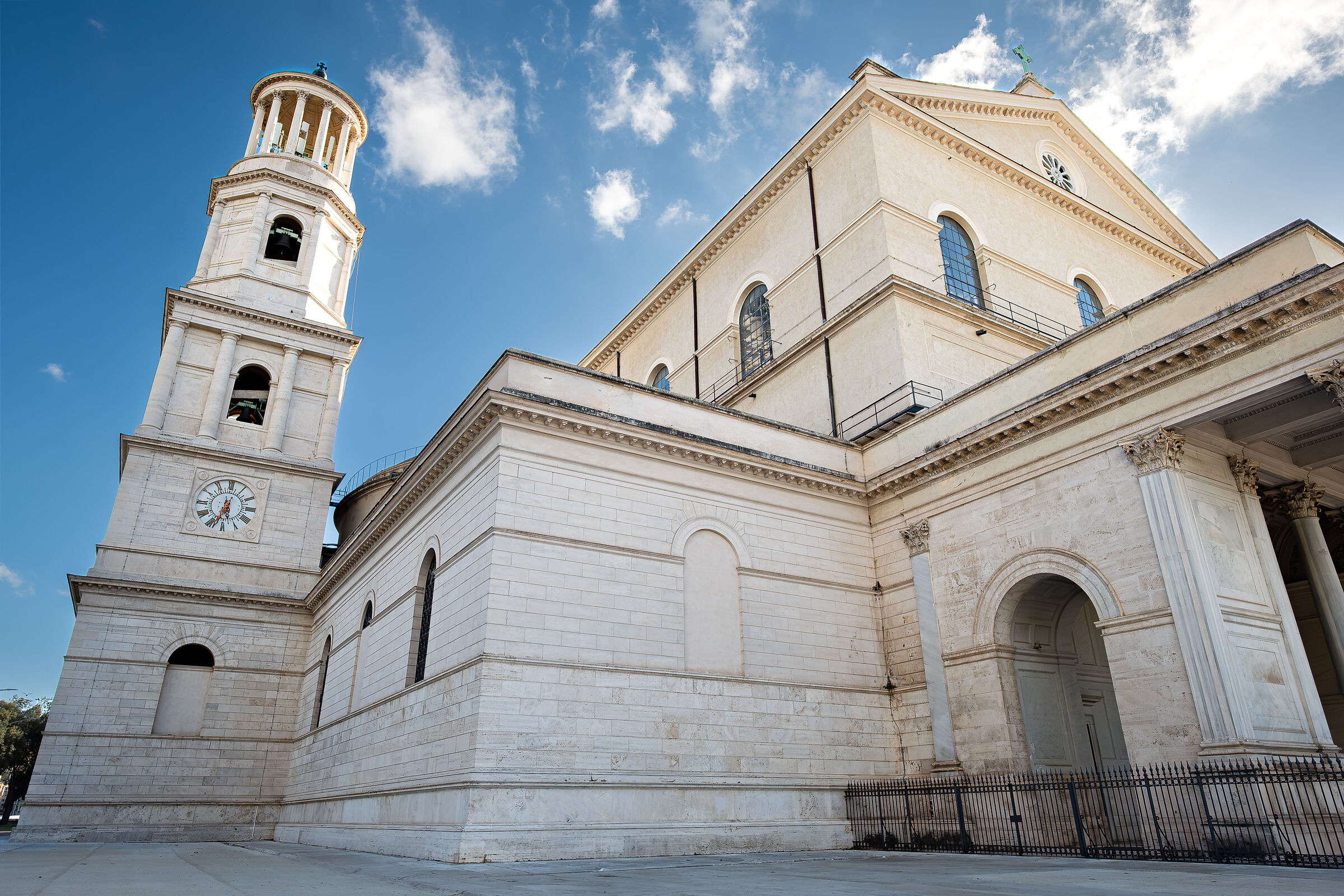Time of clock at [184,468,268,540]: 5:32
